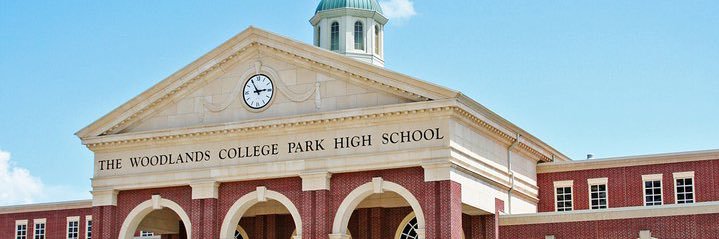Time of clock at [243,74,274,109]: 2:54
